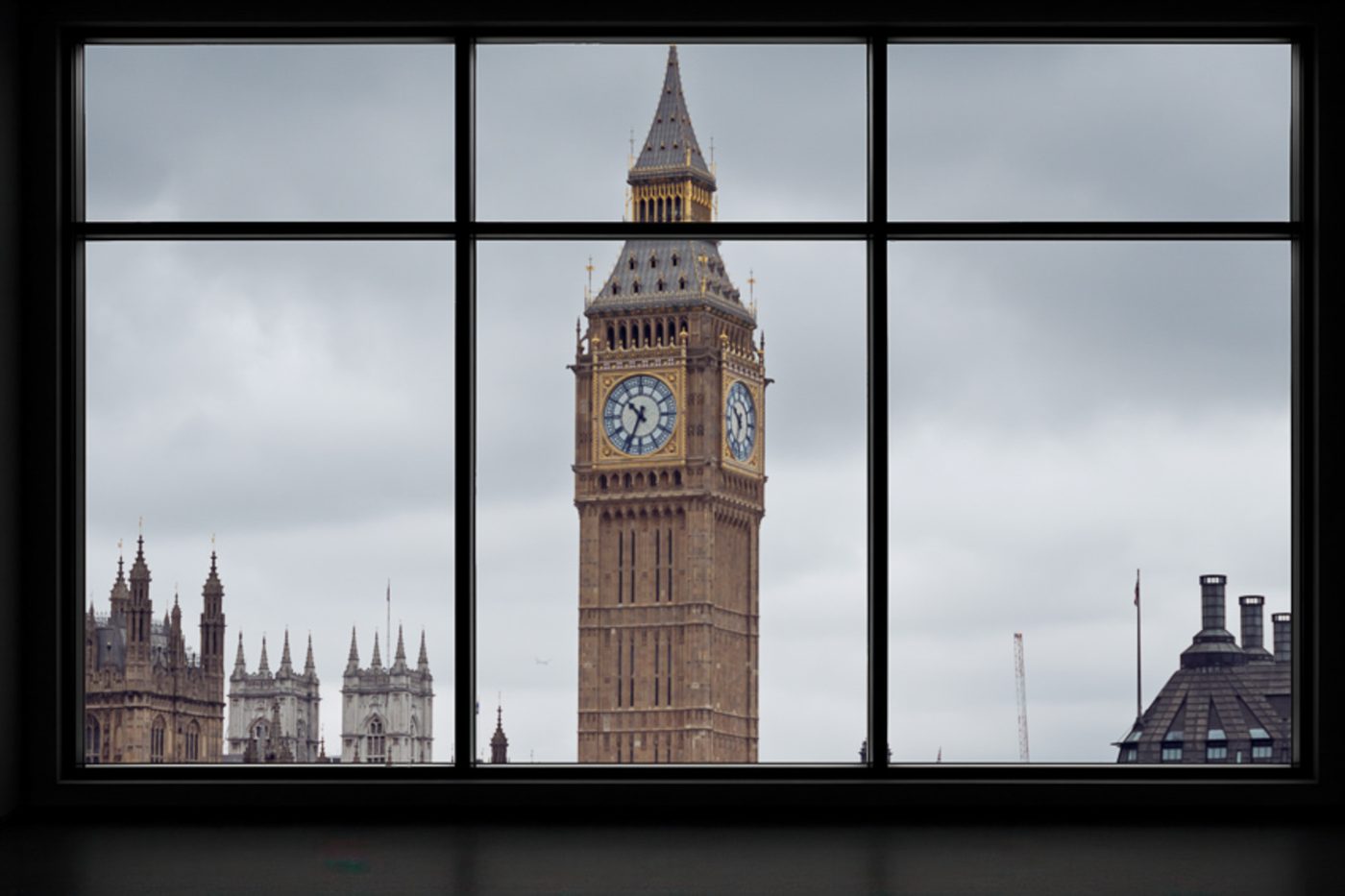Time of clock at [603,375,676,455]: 10:34
